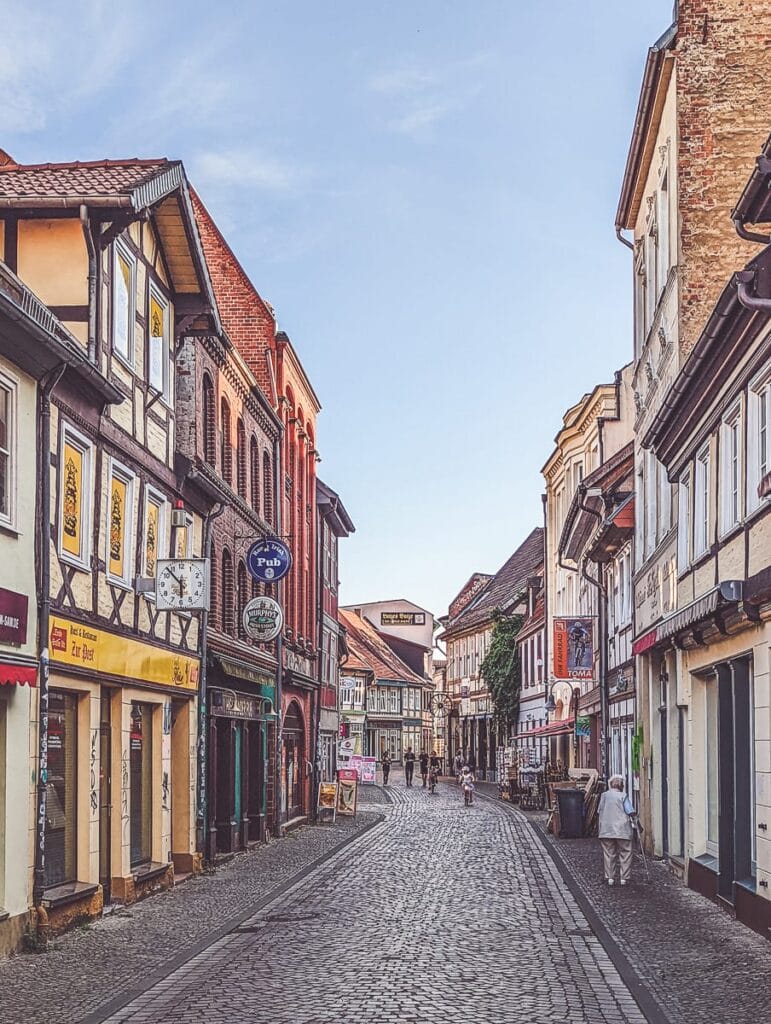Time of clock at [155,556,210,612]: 5:53
